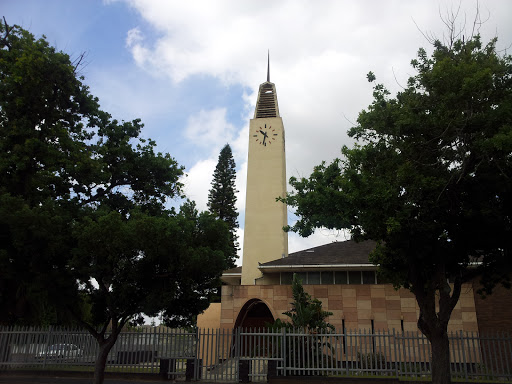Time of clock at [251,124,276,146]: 10:32
